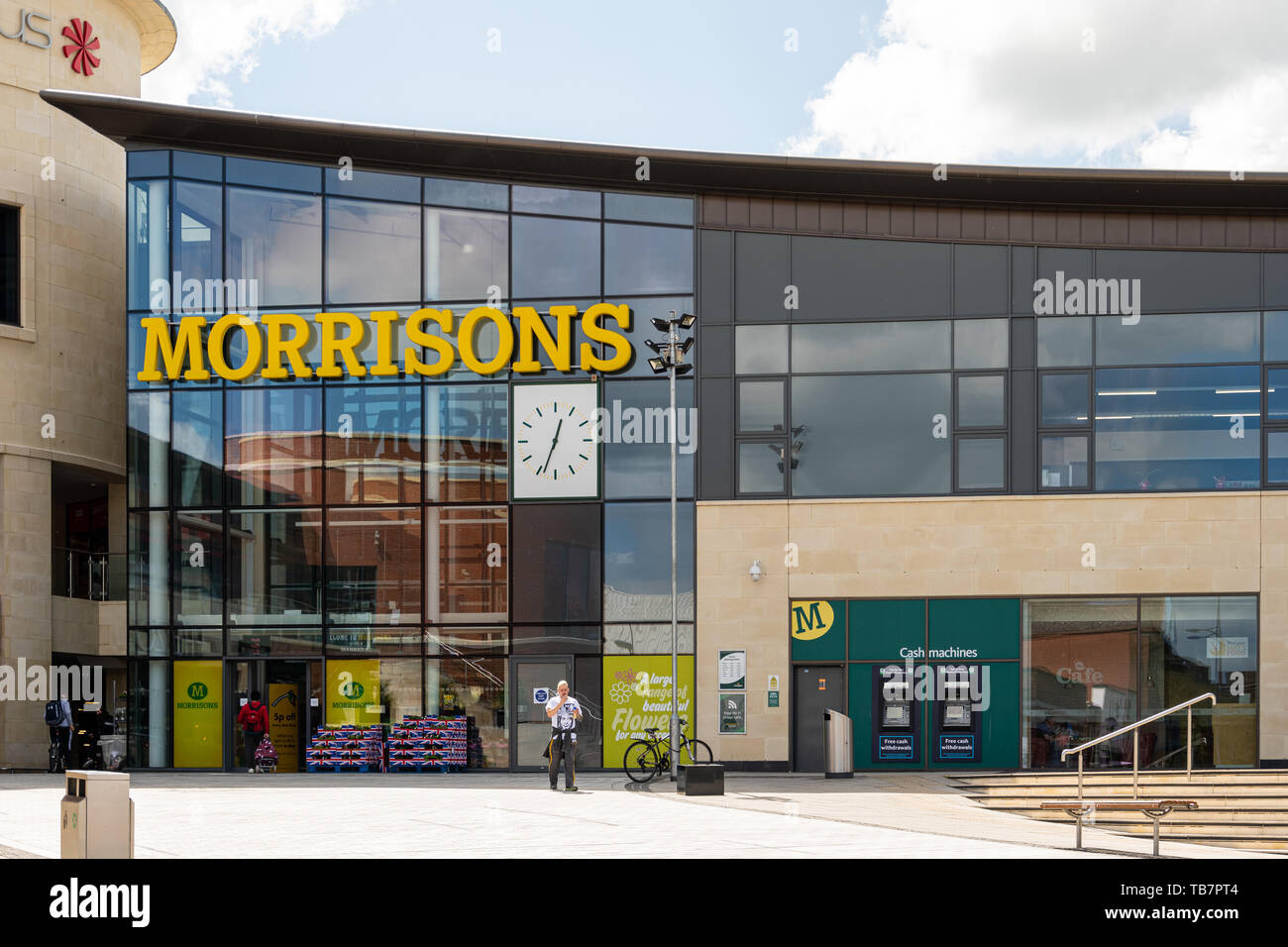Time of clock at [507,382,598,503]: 12:33
